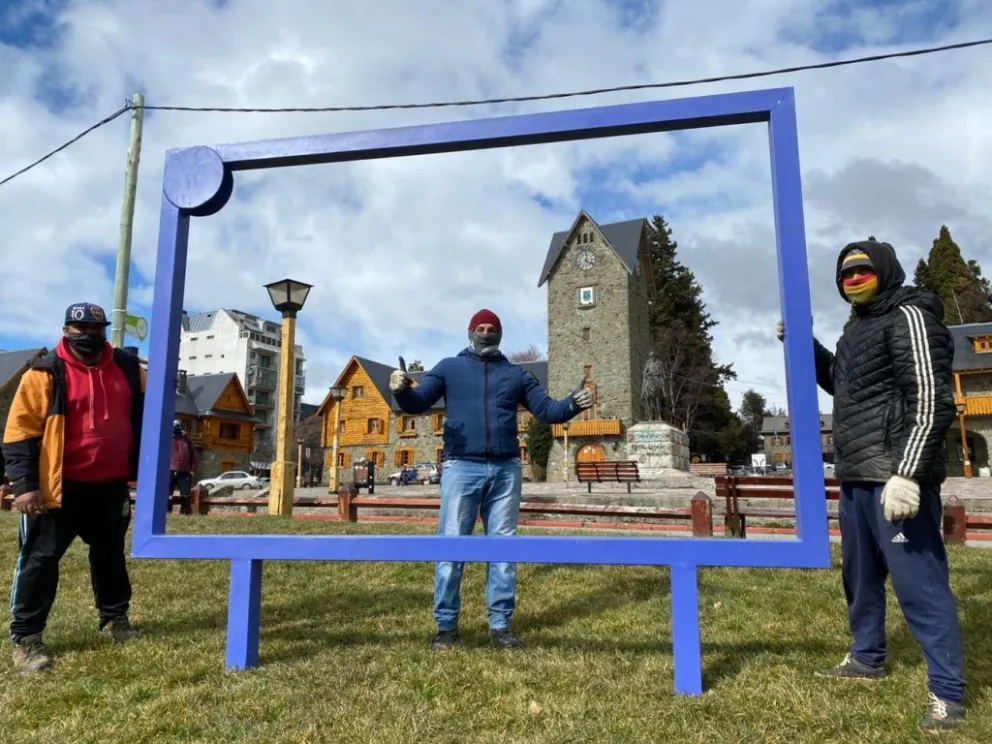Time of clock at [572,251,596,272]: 4:01
